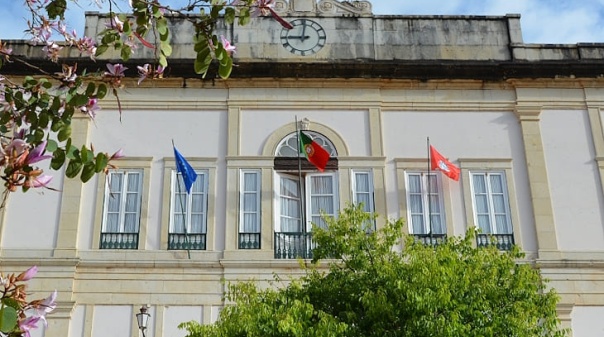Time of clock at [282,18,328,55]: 9:01
